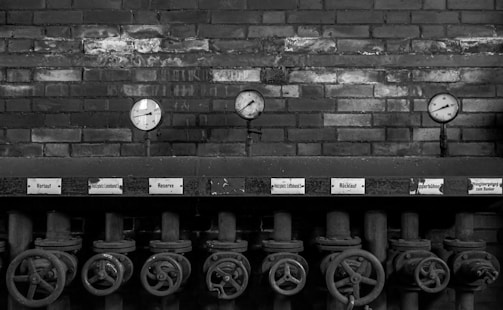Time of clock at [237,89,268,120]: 1:38
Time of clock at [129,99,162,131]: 2:45
